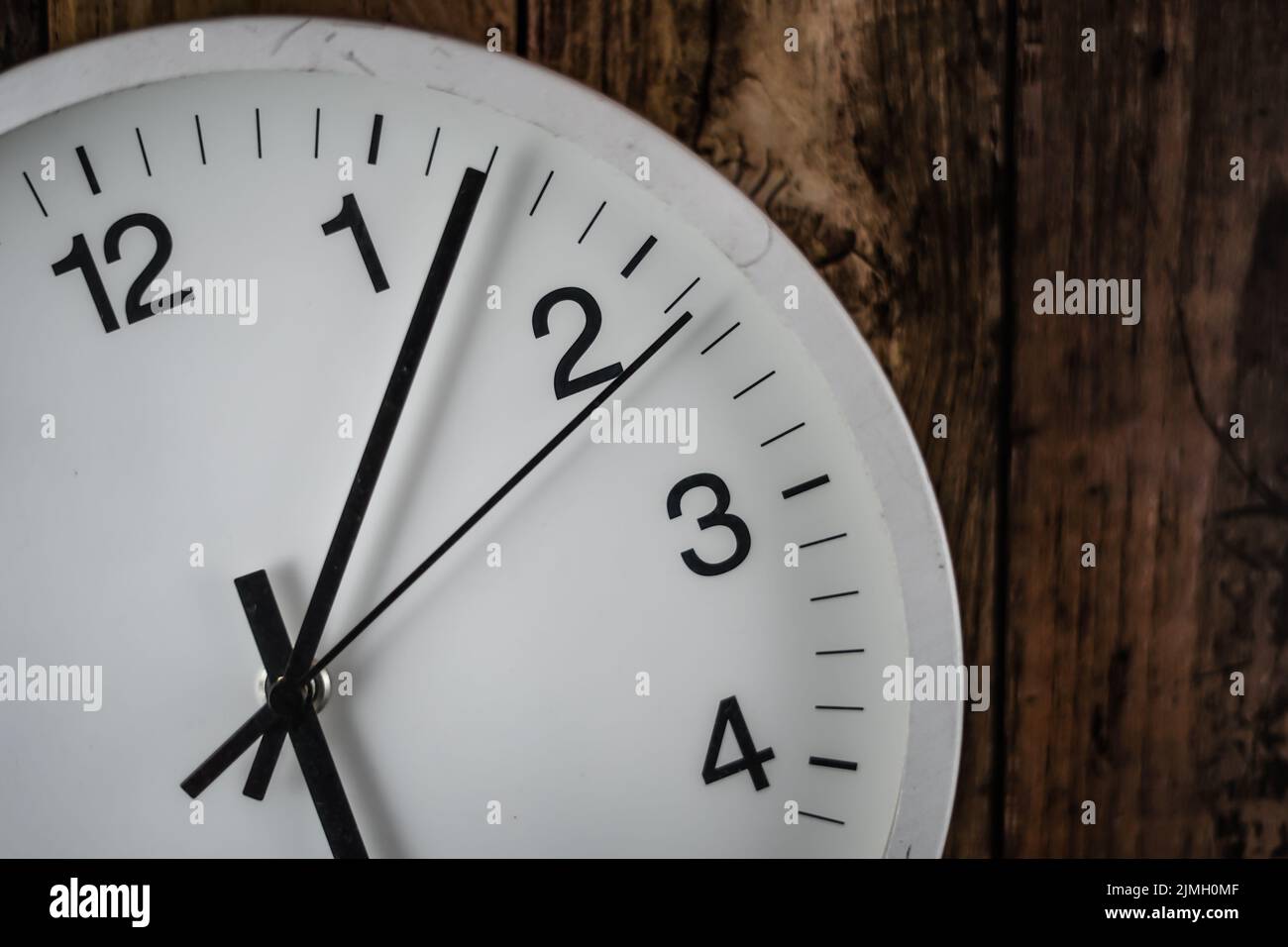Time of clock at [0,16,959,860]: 5:06
